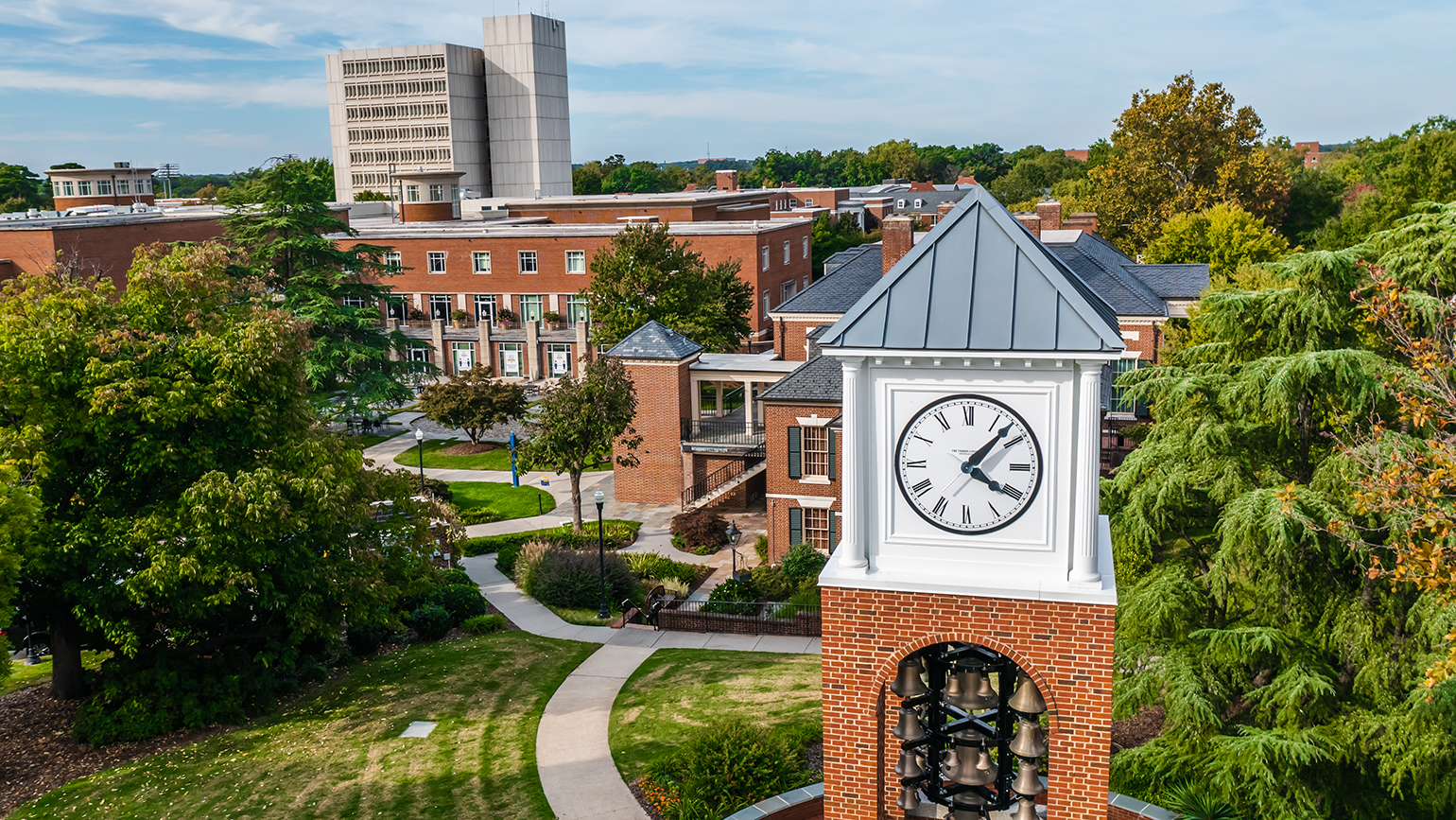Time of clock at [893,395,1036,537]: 4:07
